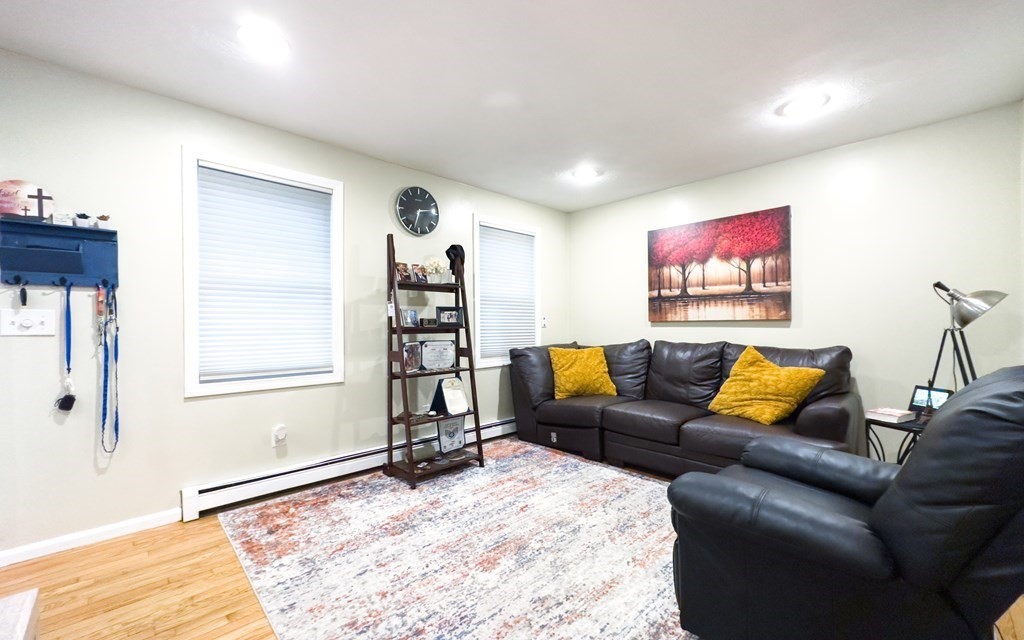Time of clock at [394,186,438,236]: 2:32
